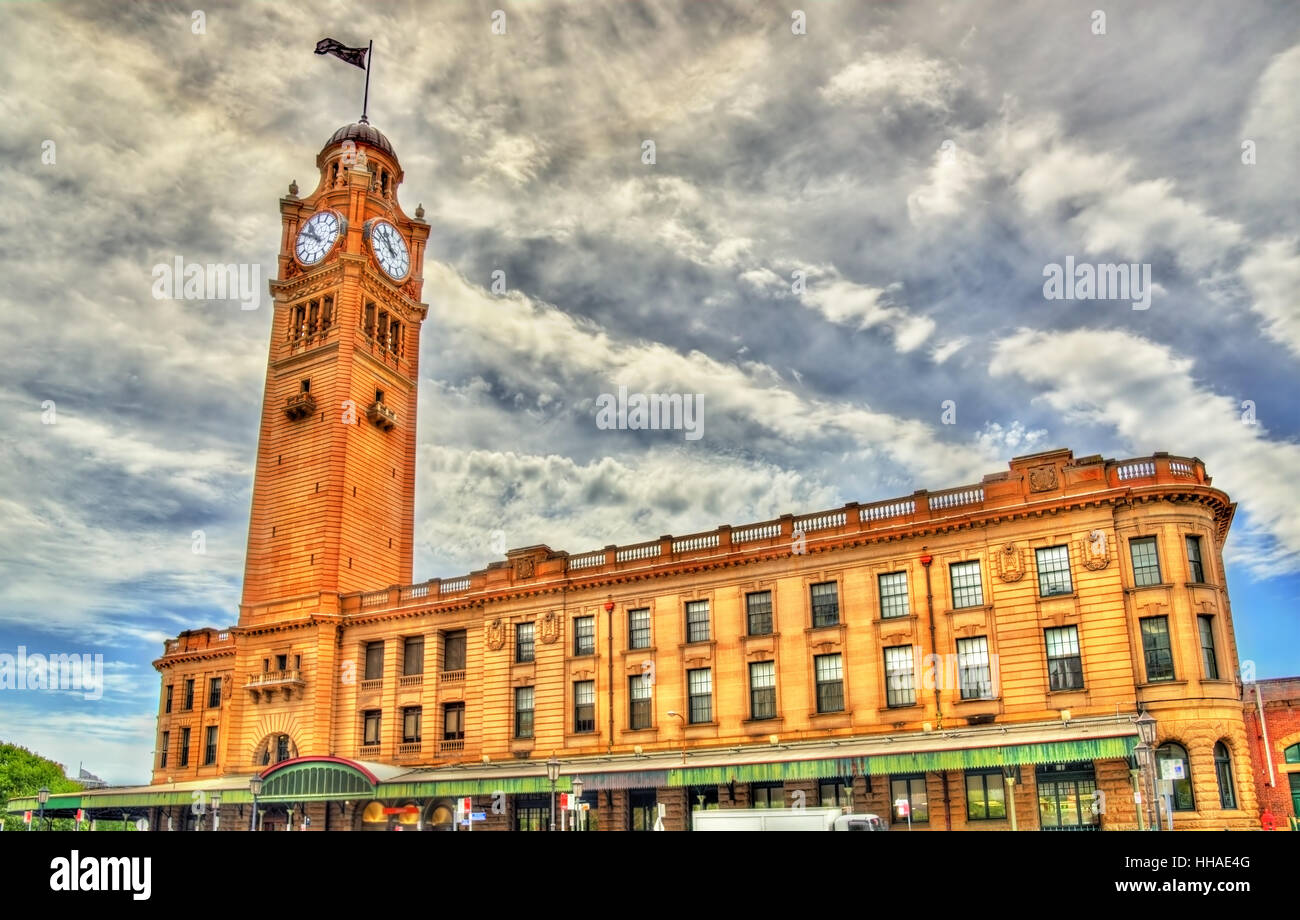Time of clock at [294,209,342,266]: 10:50
